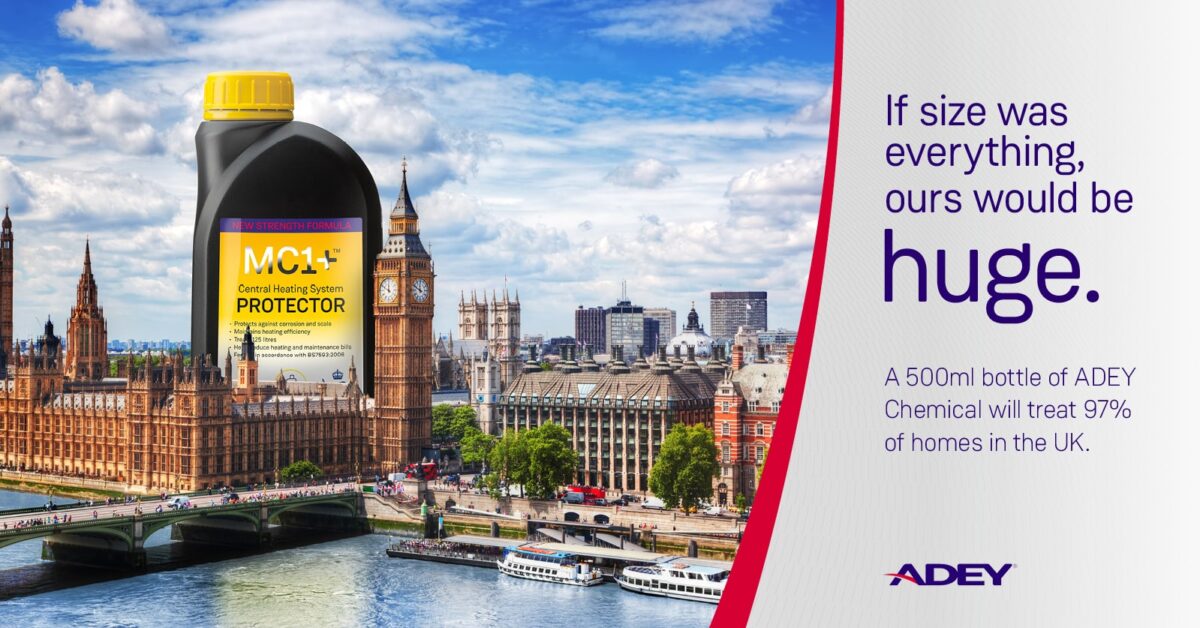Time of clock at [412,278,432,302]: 11:49
